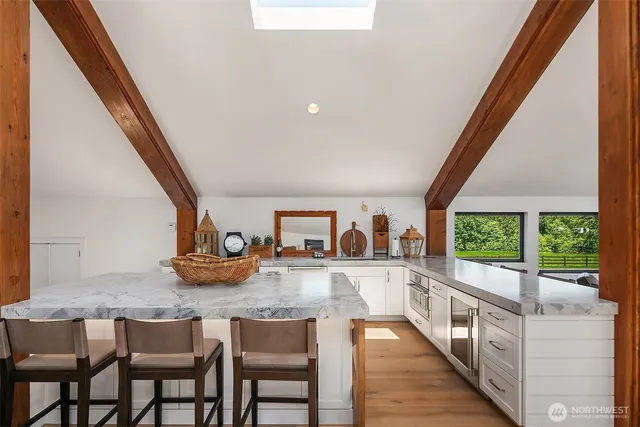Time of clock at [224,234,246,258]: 7:38
